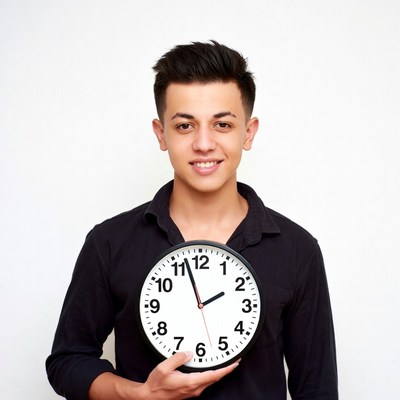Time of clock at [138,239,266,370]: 1:57
